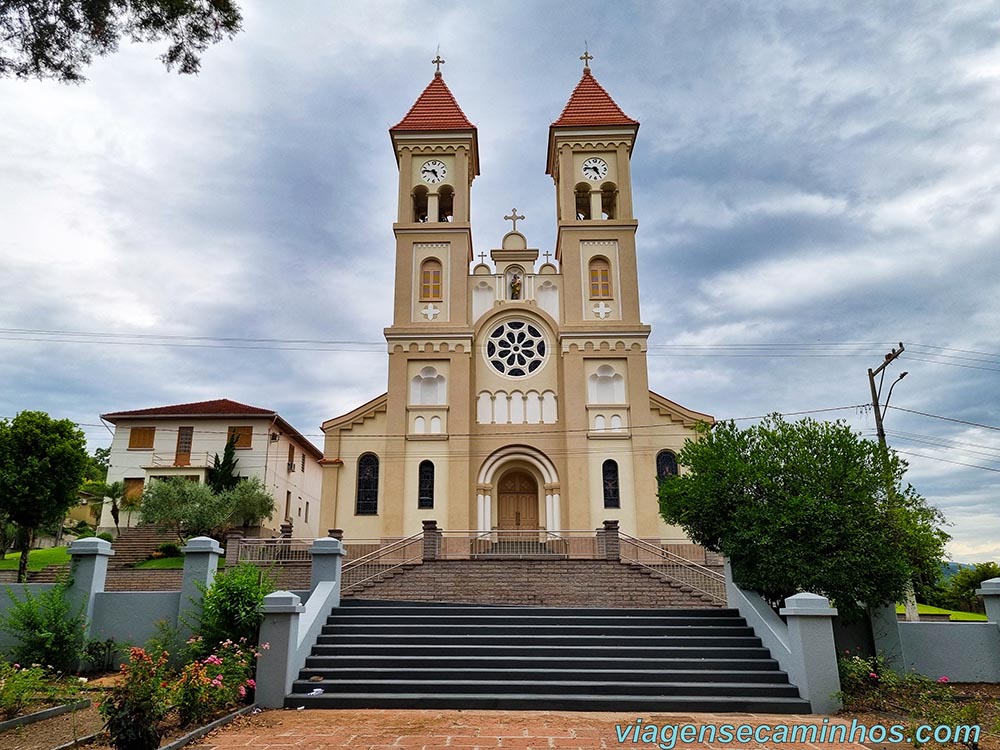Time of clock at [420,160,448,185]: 4:46
